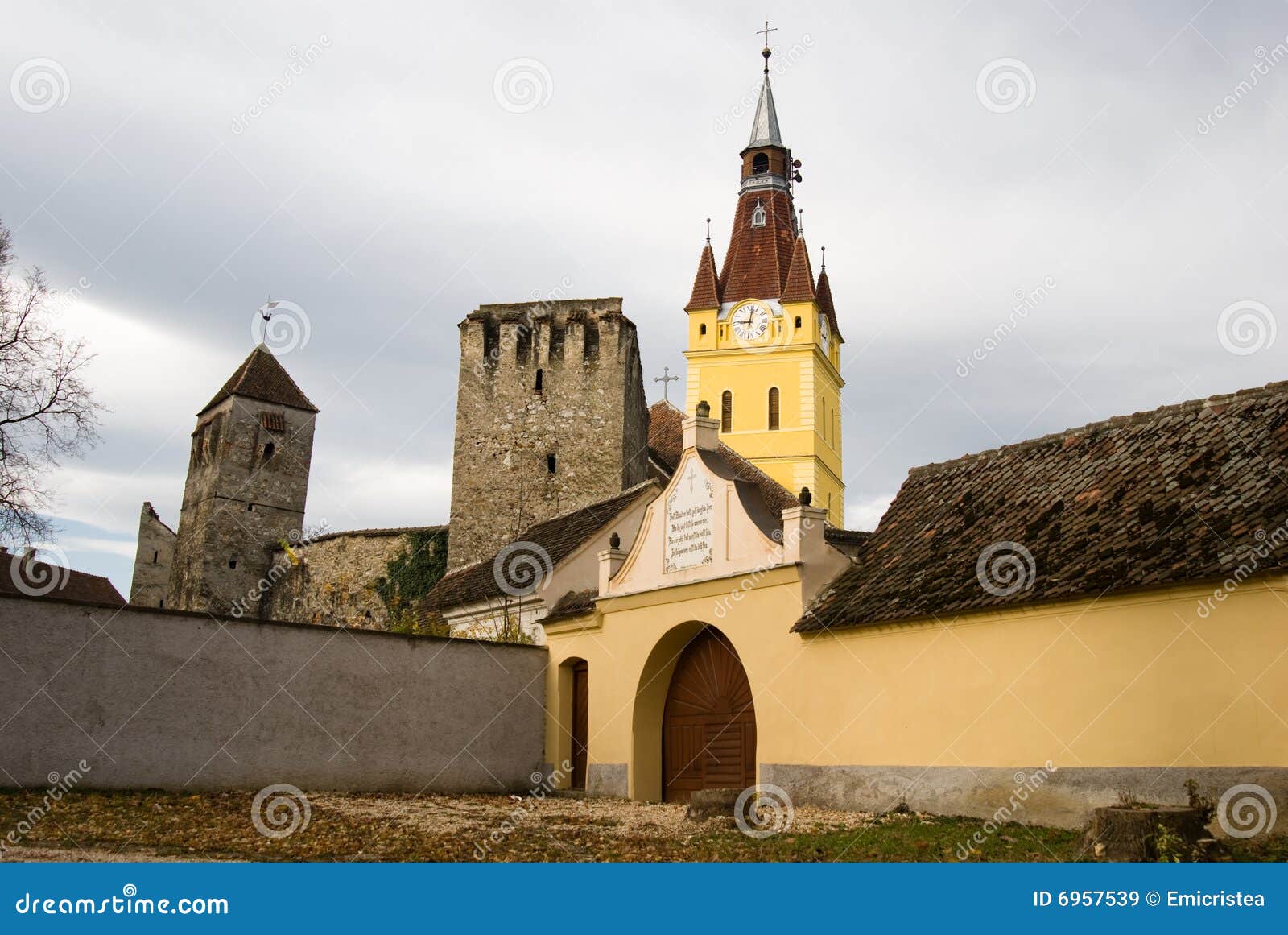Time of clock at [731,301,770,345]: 9:01
